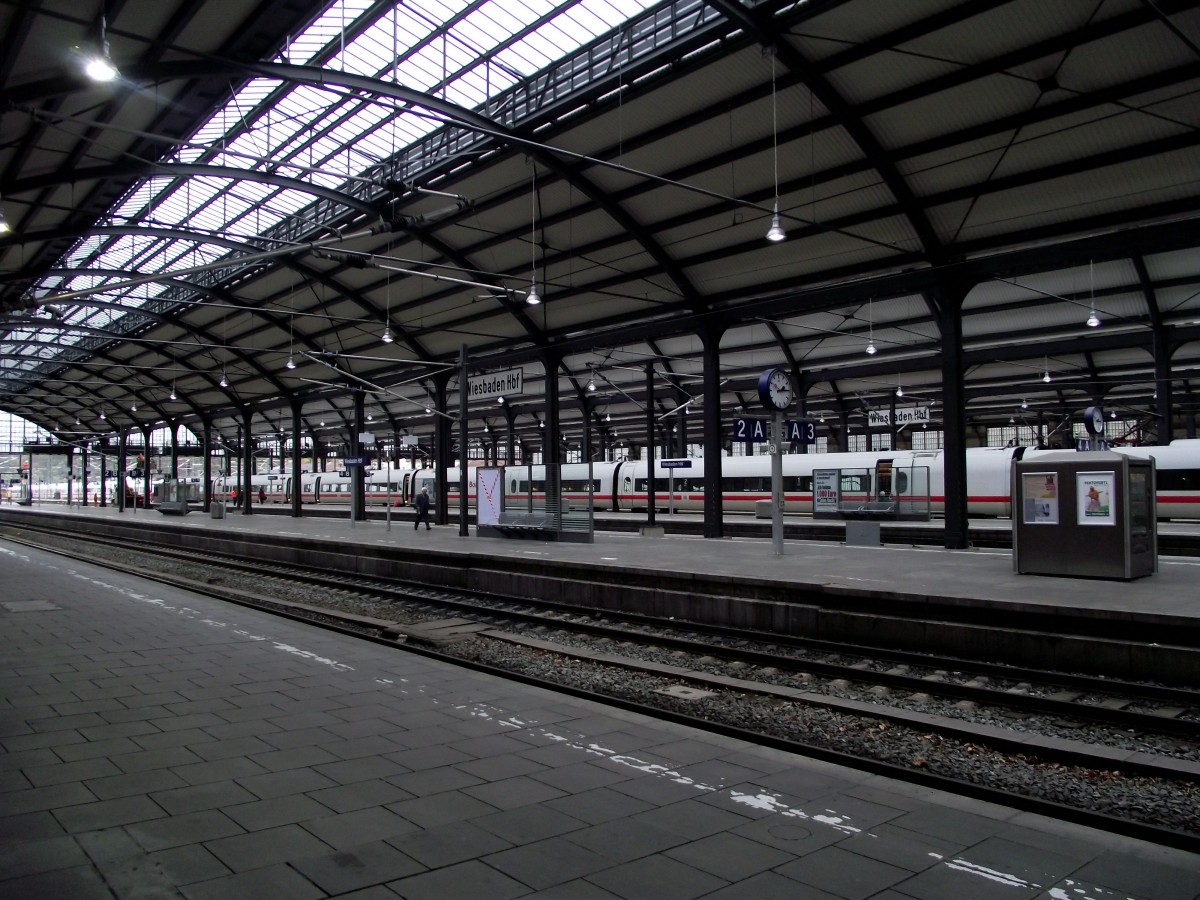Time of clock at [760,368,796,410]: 2:14
